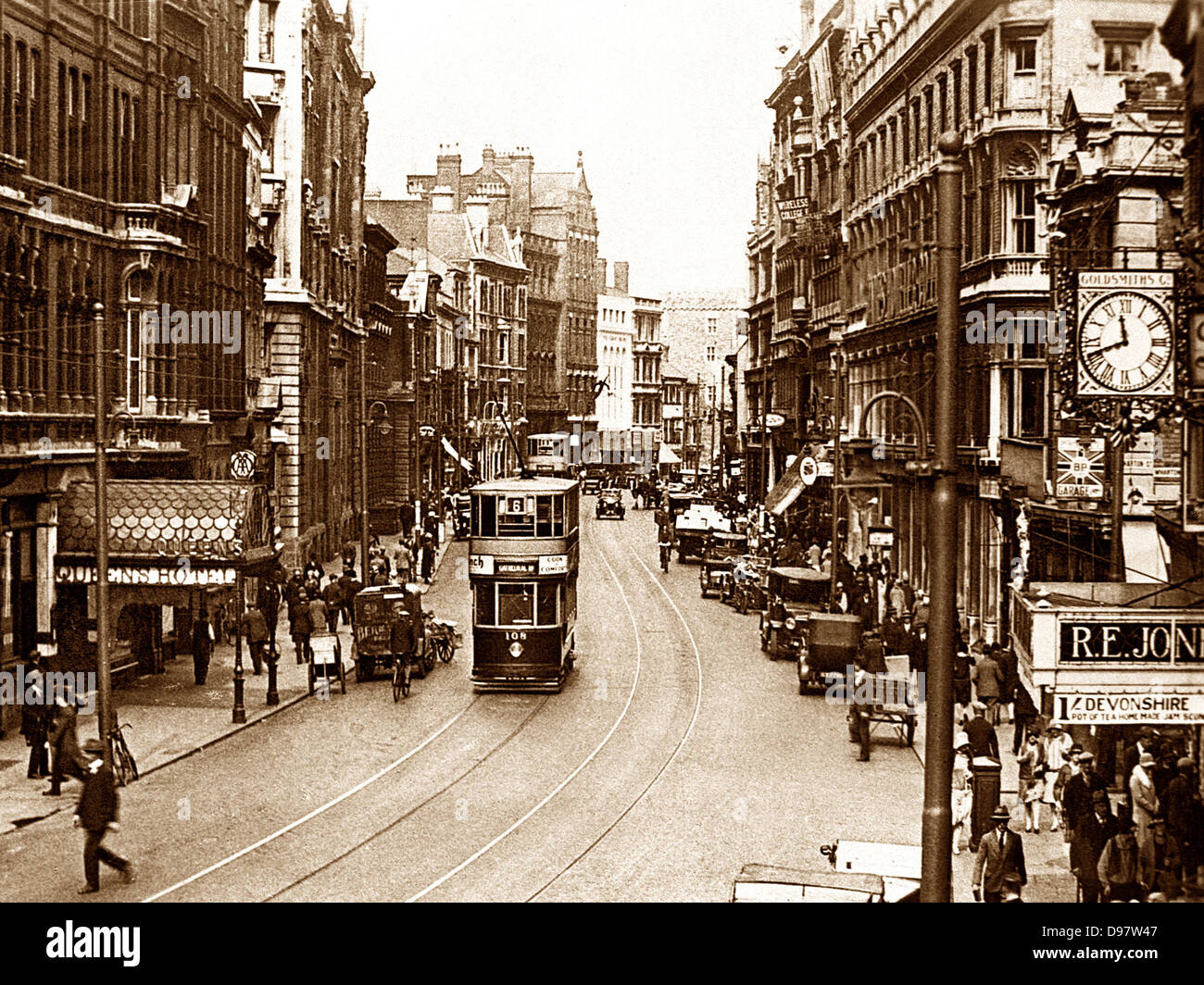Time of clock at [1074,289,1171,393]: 11:41
